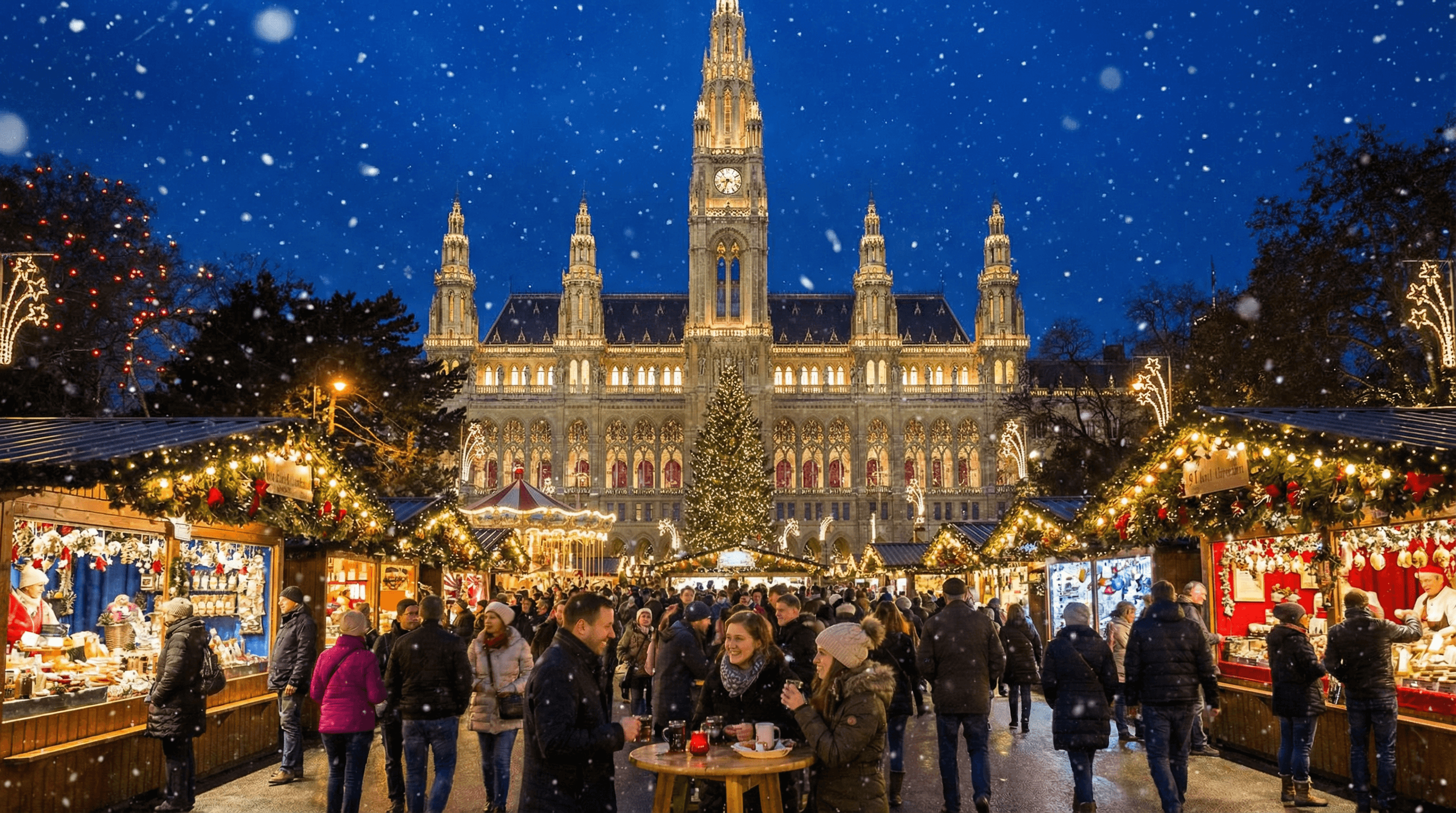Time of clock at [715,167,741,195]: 8:33
